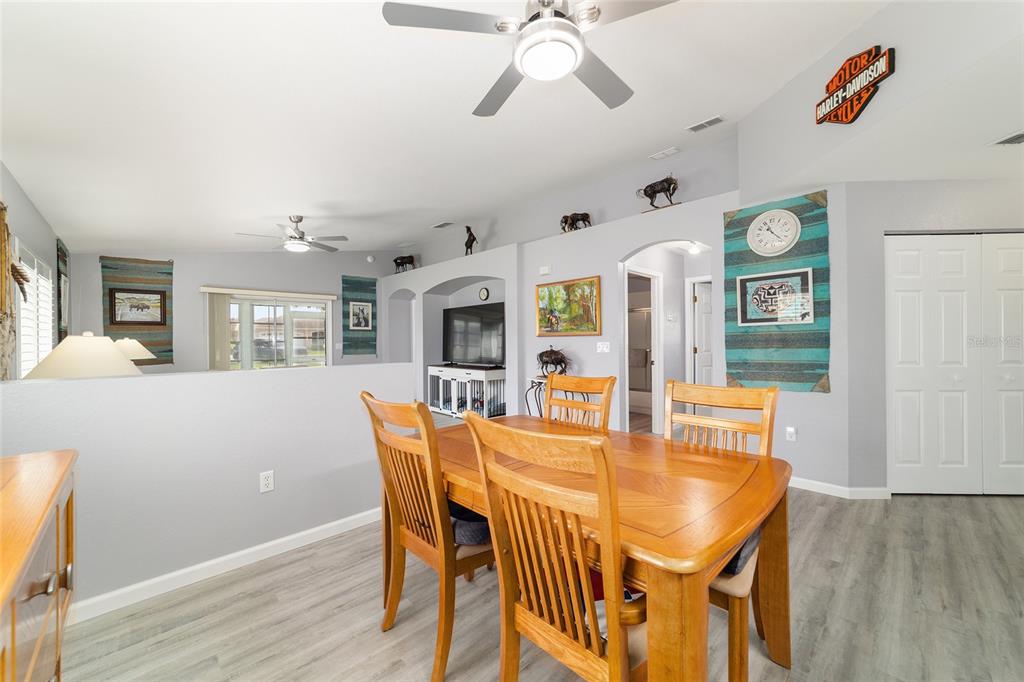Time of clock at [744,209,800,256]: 11:22
